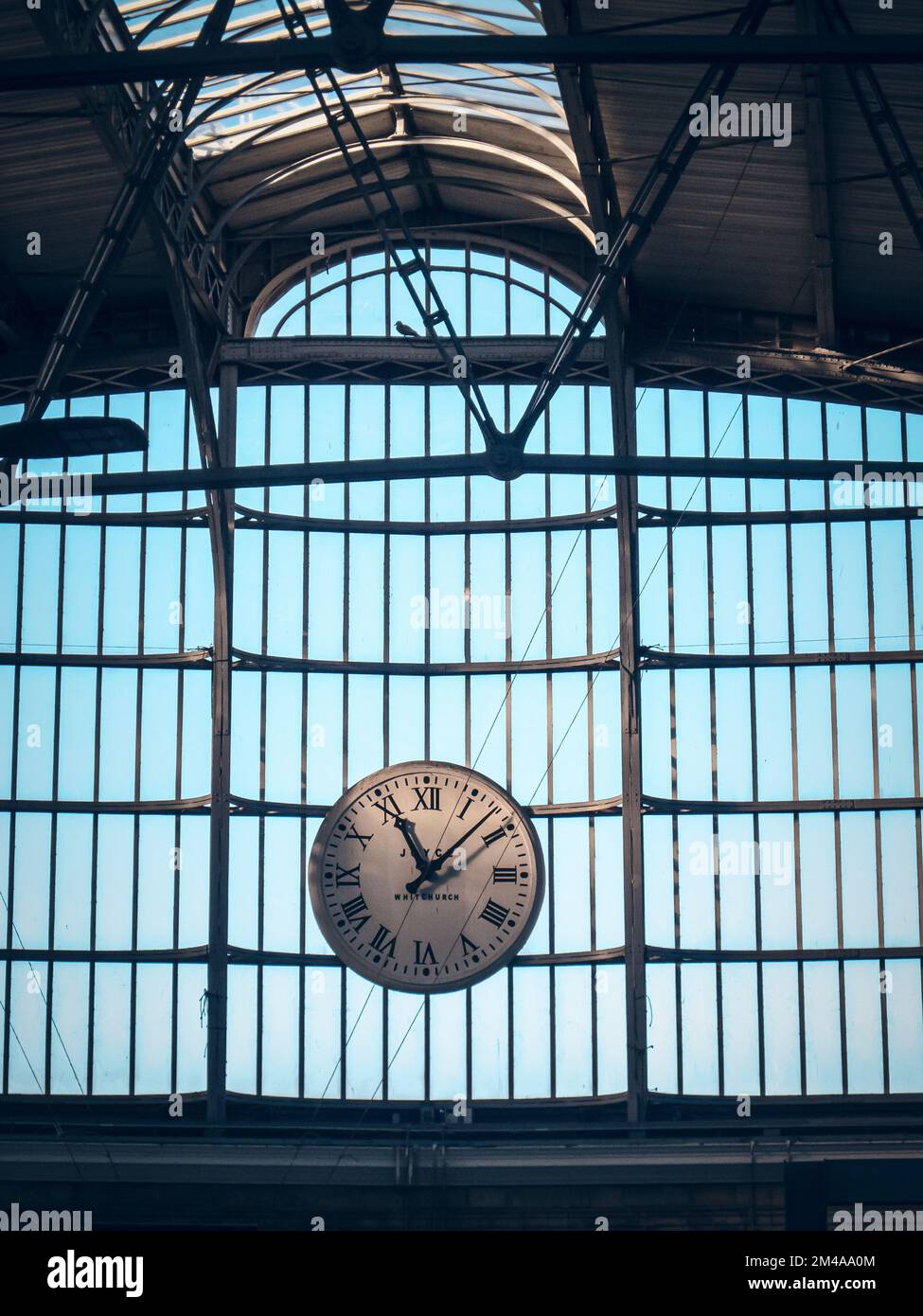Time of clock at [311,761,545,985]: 11:07
